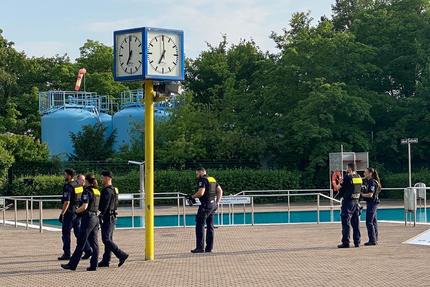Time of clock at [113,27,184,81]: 7:00
